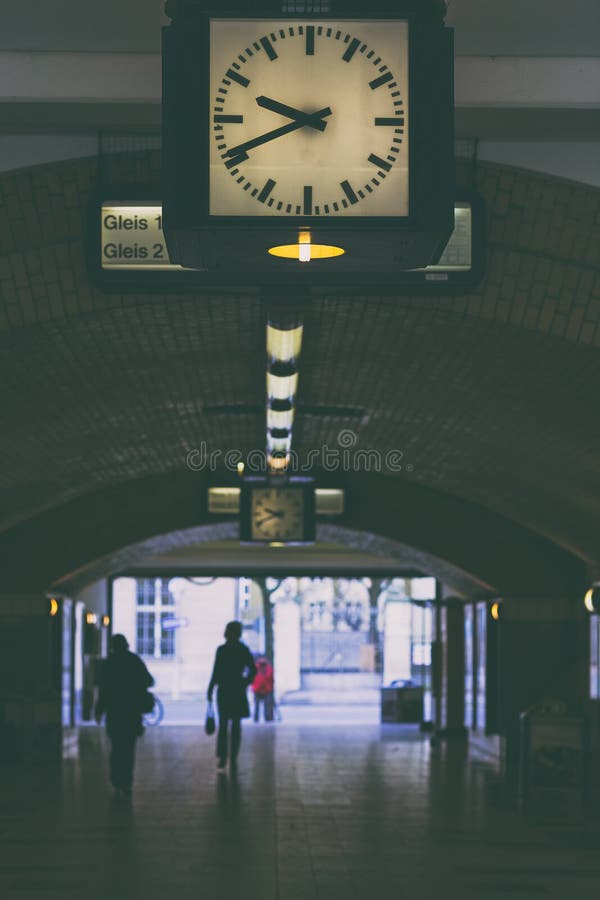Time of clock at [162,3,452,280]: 9:41
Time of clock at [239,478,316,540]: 9:41
